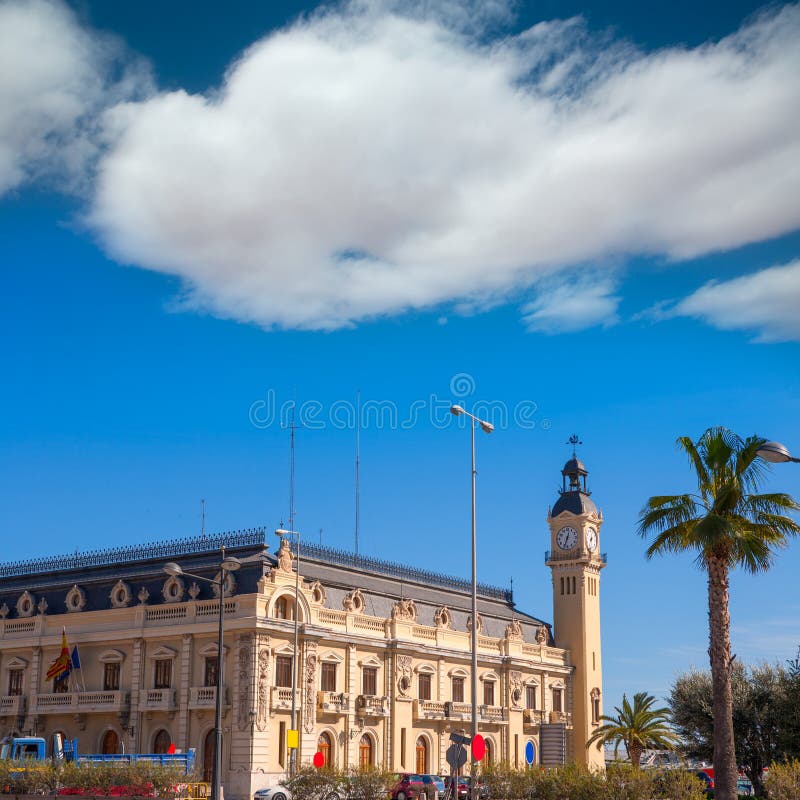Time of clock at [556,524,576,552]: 12:33
